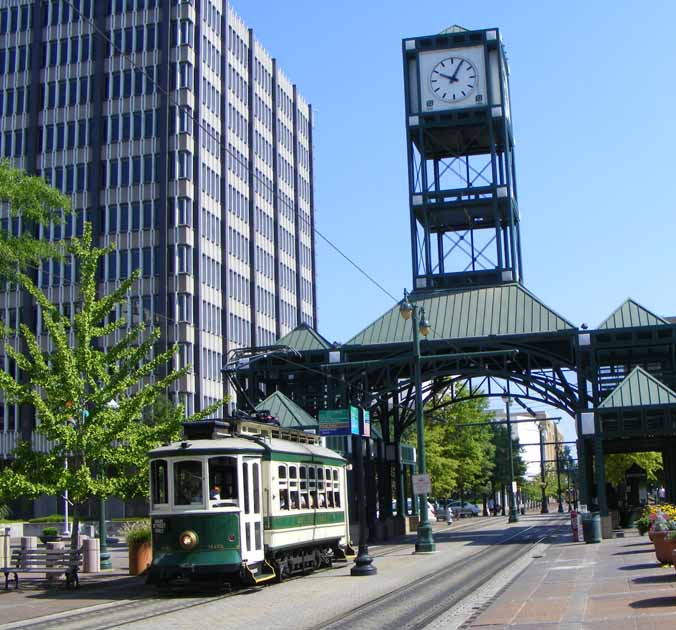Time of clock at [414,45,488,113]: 10:04
